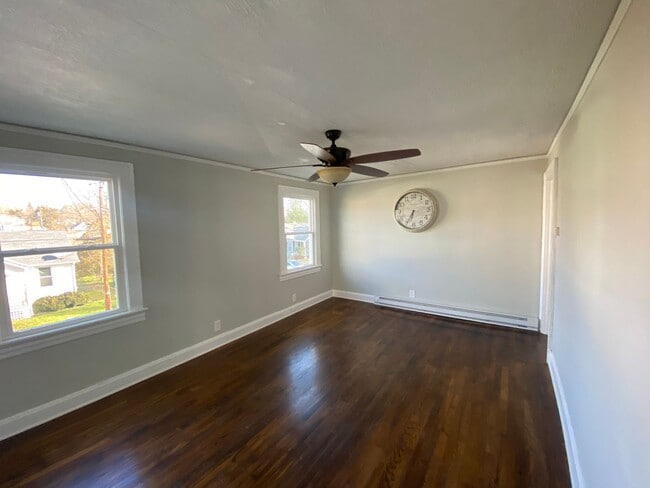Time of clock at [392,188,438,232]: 6:34
